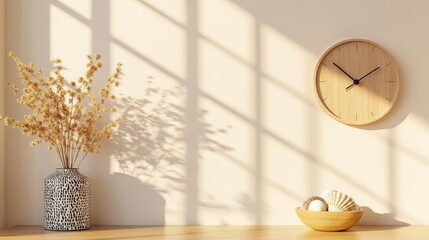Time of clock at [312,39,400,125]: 1:51
